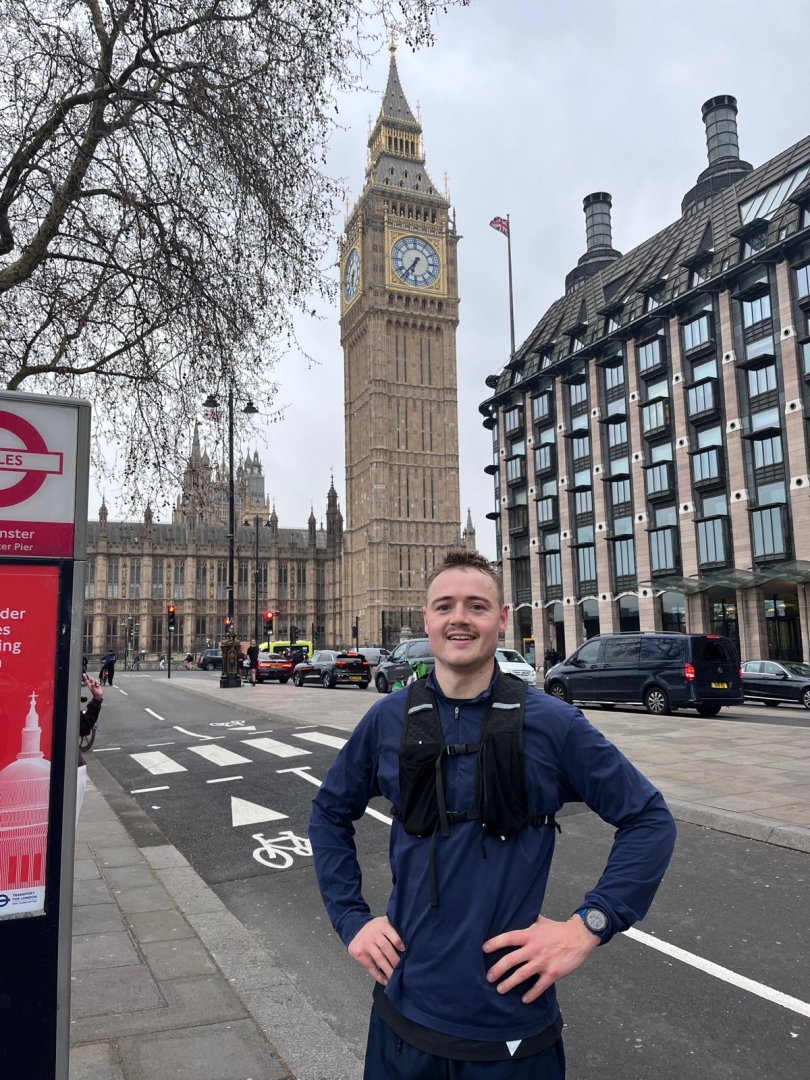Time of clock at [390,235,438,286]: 6:36
